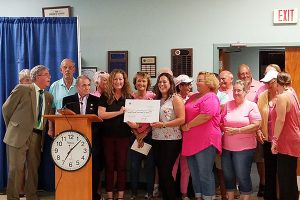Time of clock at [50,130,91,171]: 7:07
